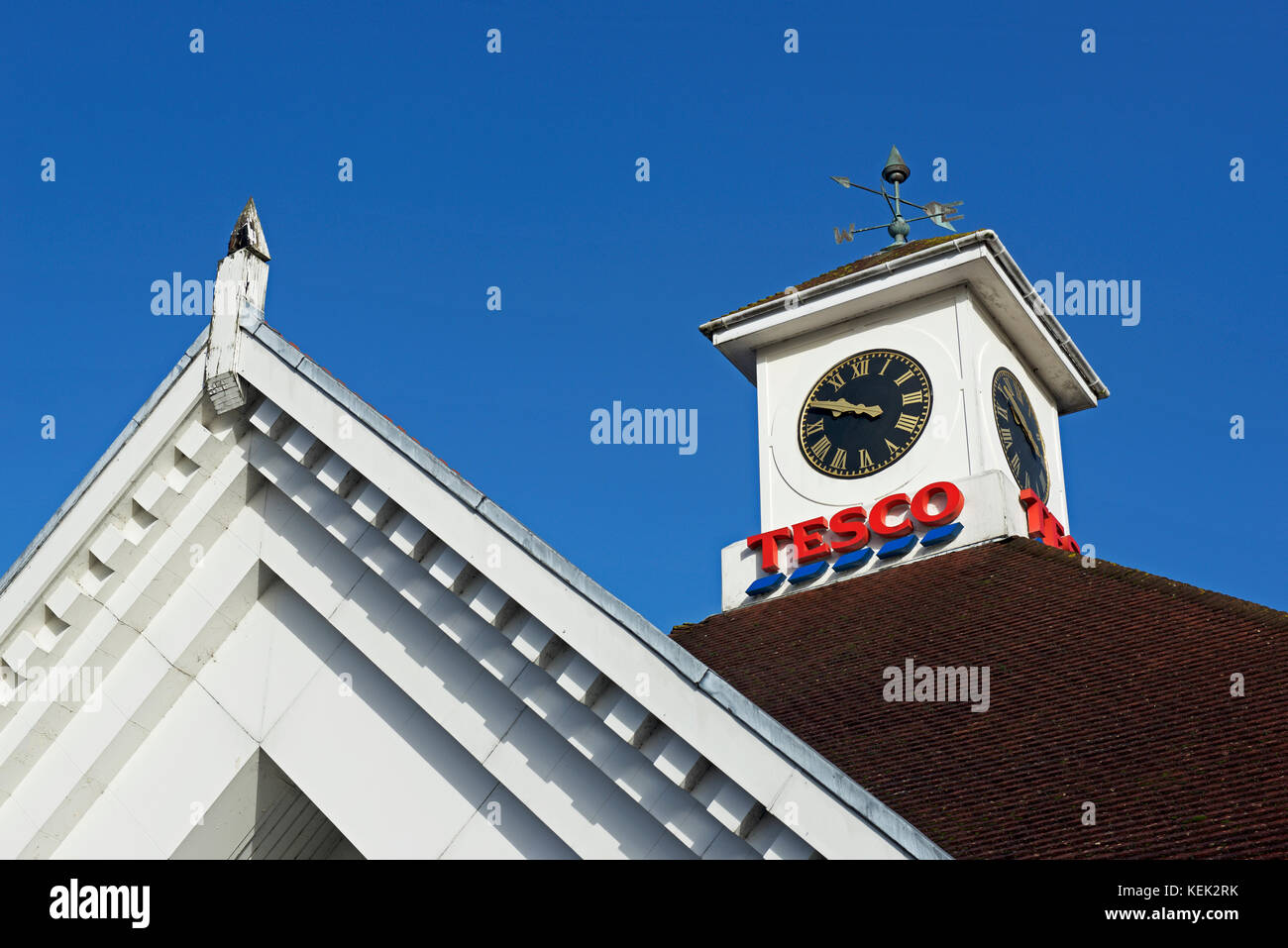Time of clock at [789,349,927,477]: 9:49
